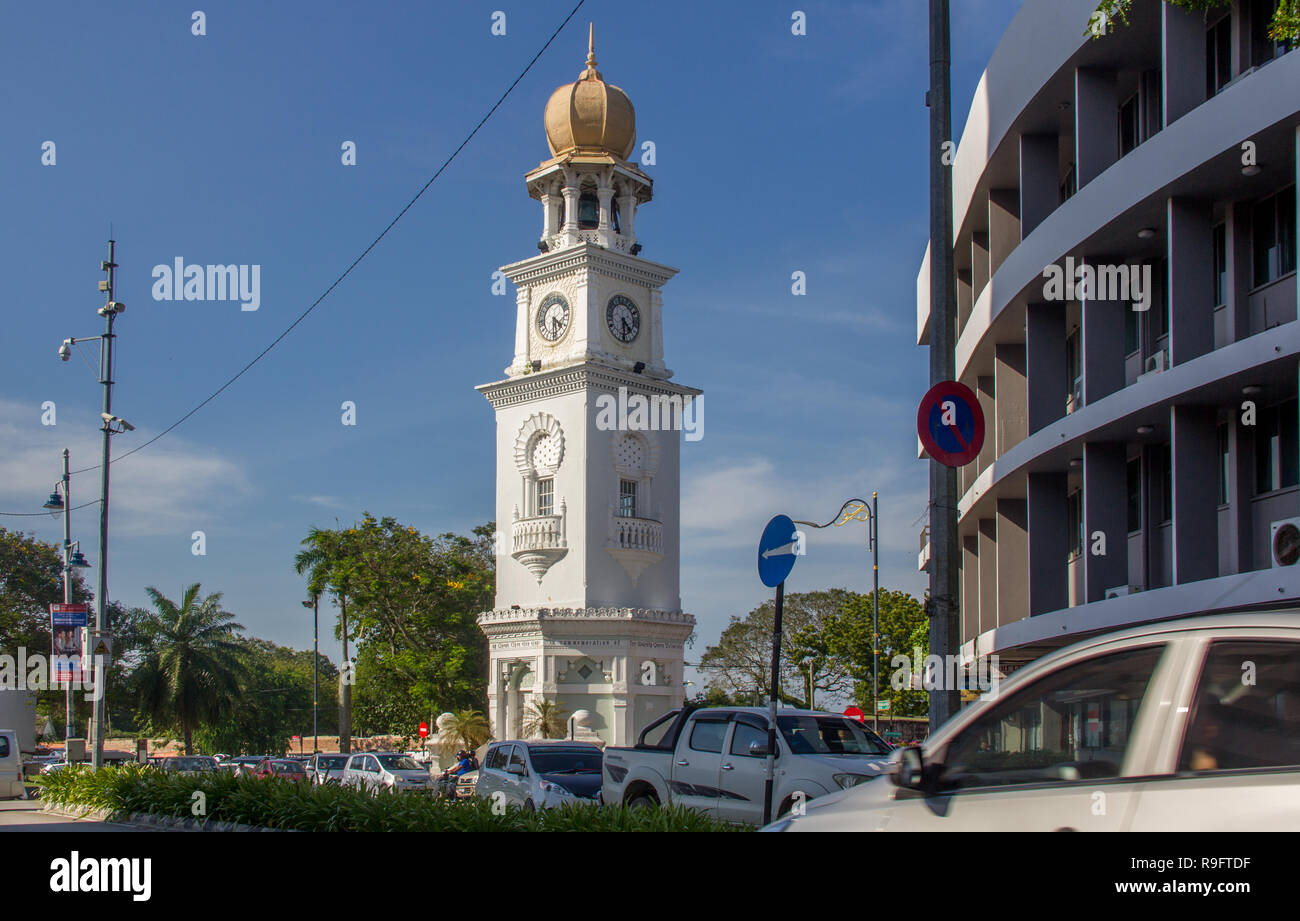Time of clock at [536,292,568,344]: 4:29
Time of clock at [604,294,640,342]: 4:29
